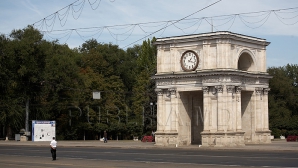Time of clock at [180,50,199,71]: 1:18
